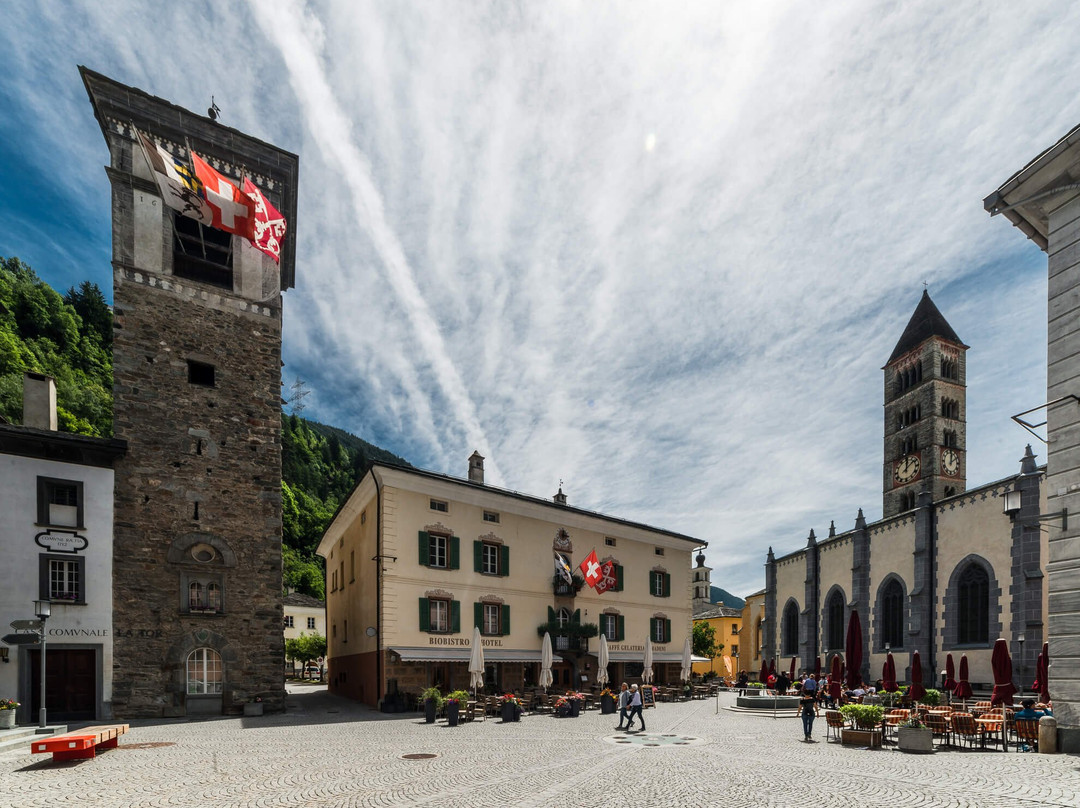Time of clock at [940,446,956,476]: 12:09
